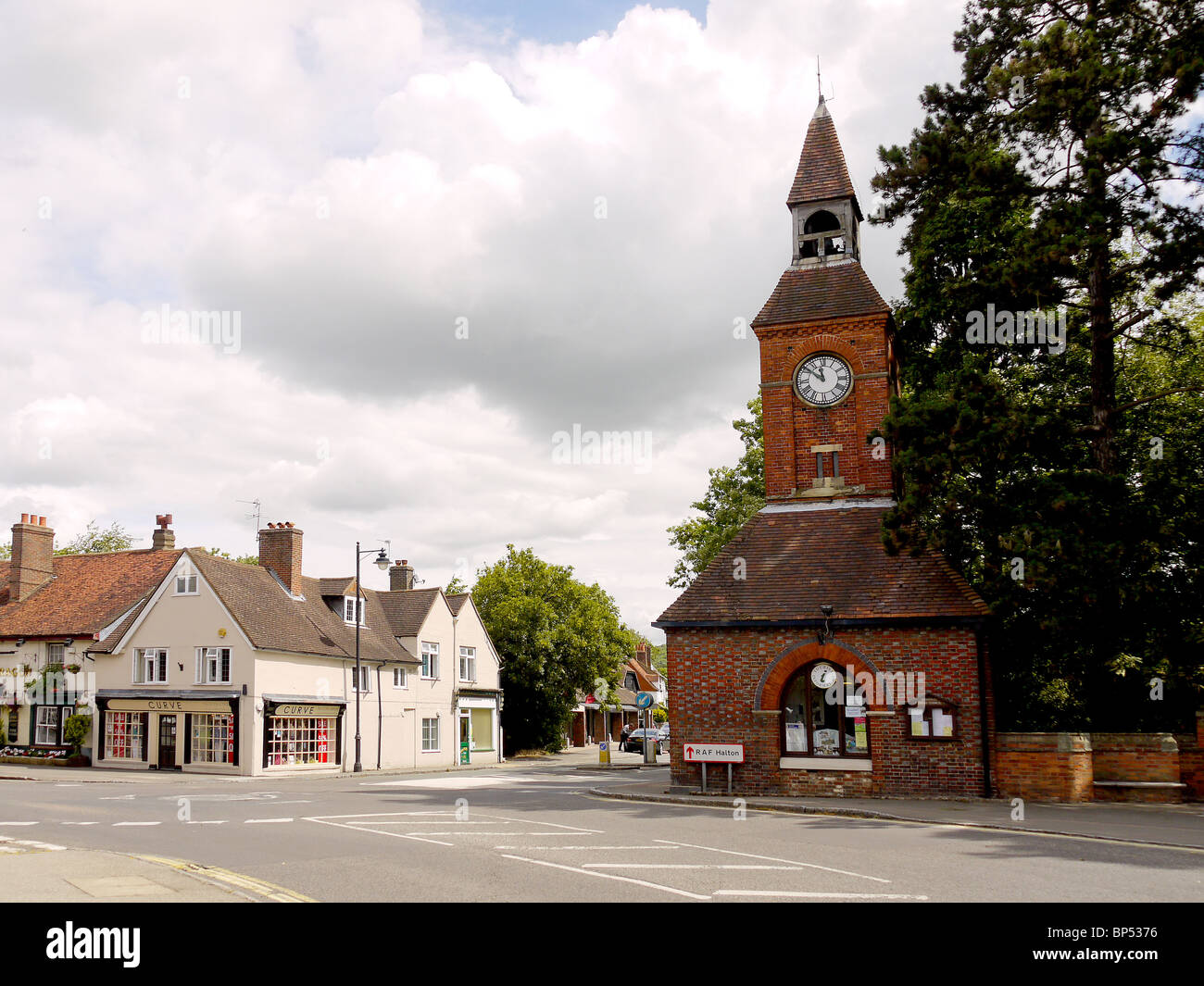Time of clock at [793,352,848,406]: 11:51
